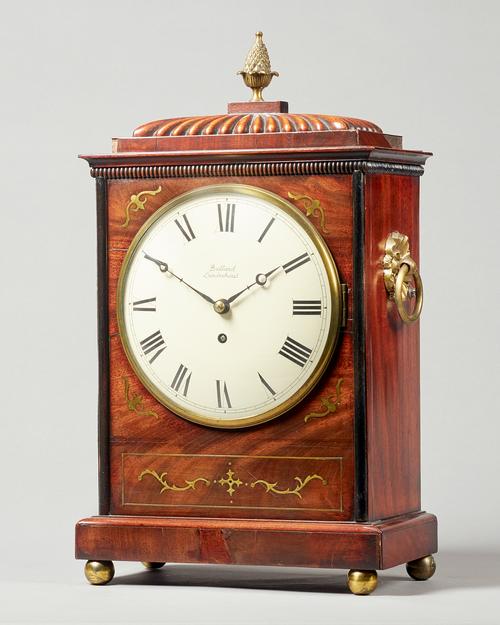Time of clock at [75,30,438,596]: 1:50
